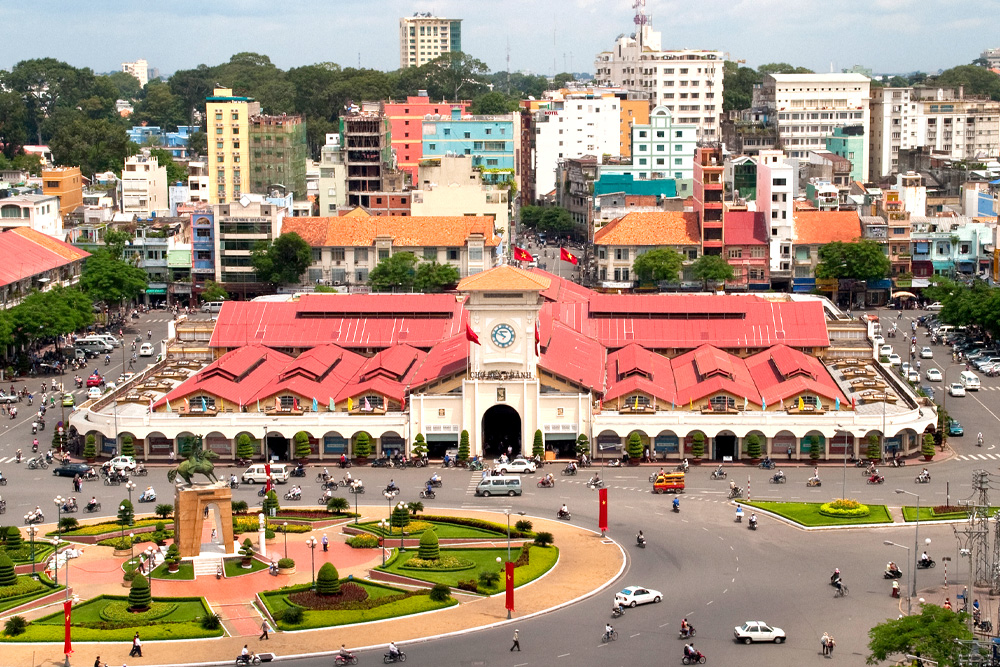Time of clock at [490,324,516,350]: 10:49
